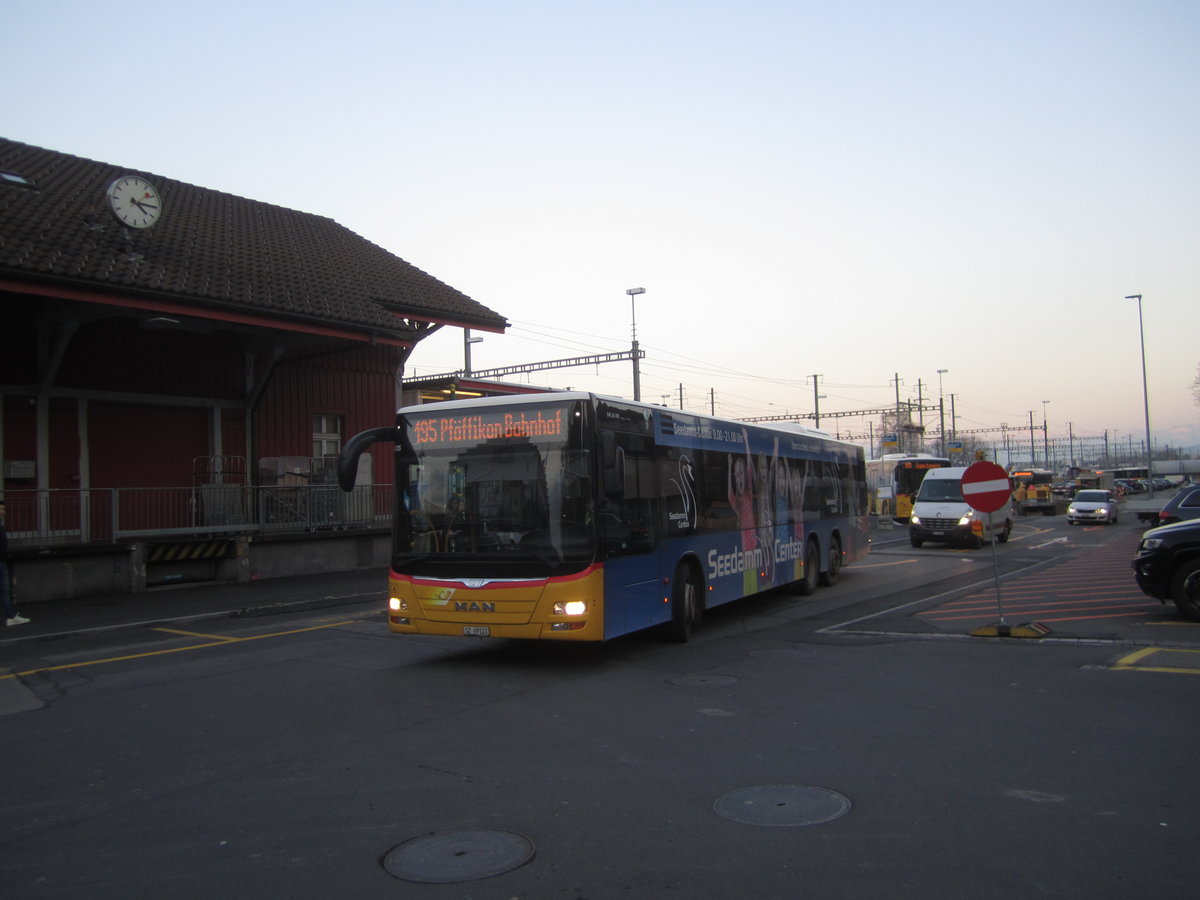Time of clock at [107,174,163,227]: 4:15
